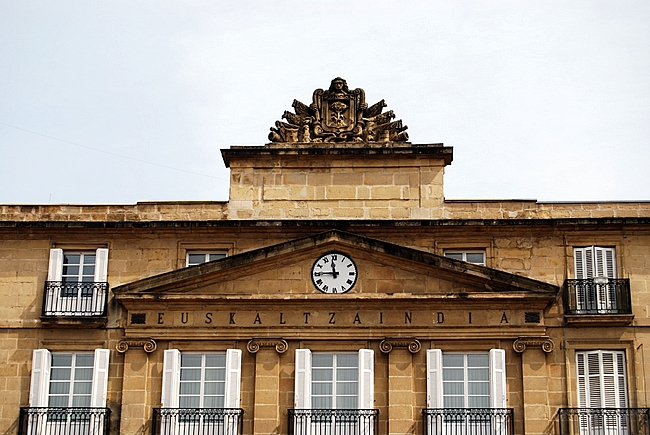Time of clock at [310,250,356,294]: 11:44
